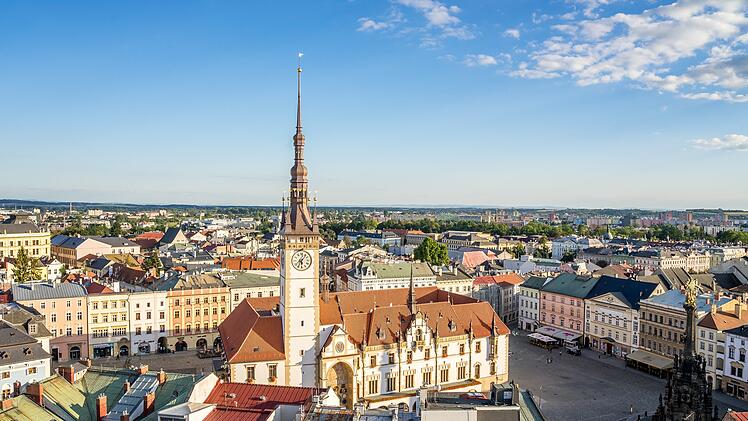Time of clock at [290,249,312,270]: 6:06
